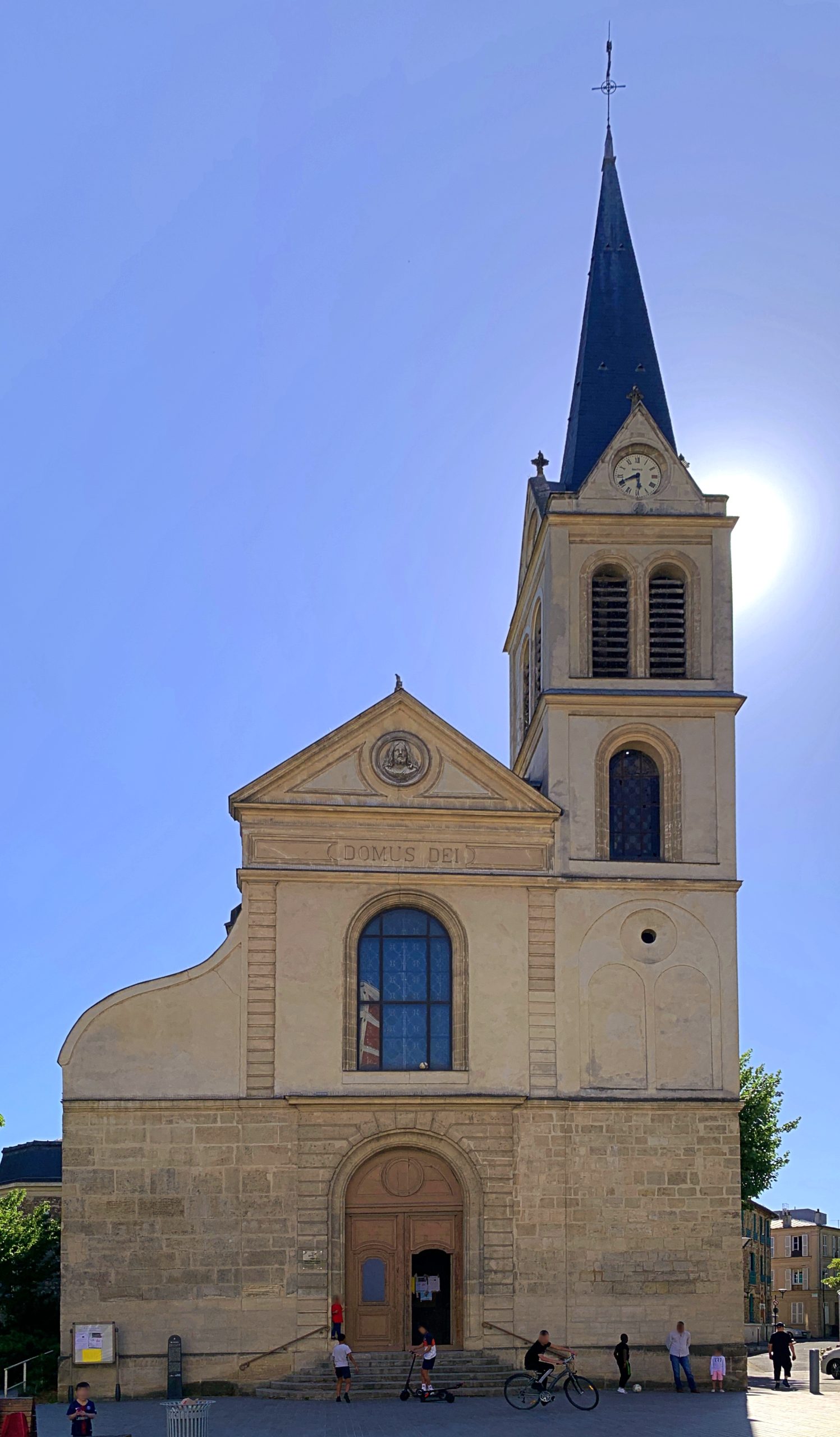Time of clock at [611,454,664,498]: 5:40
